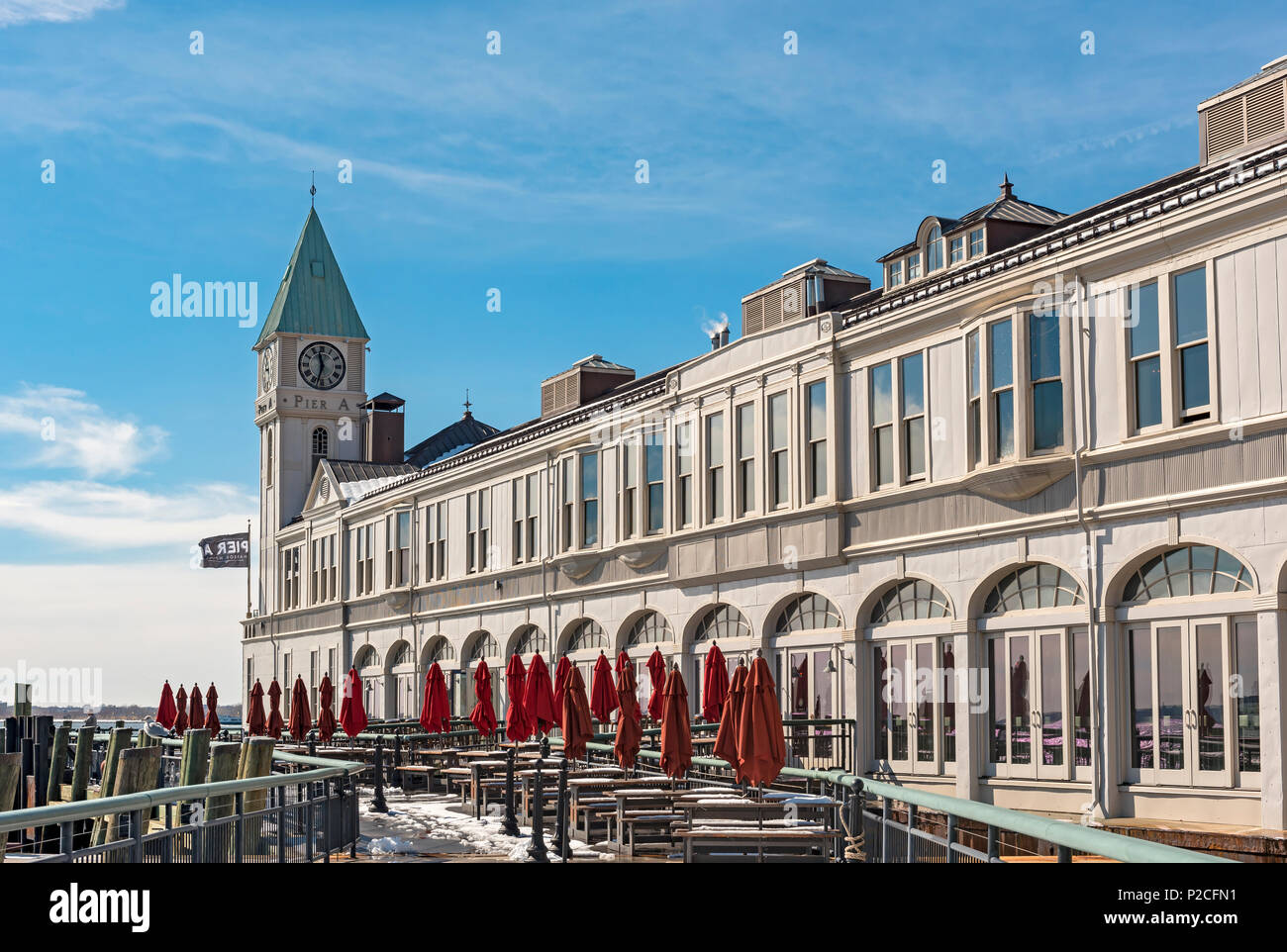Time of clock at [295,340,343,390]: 11:32
